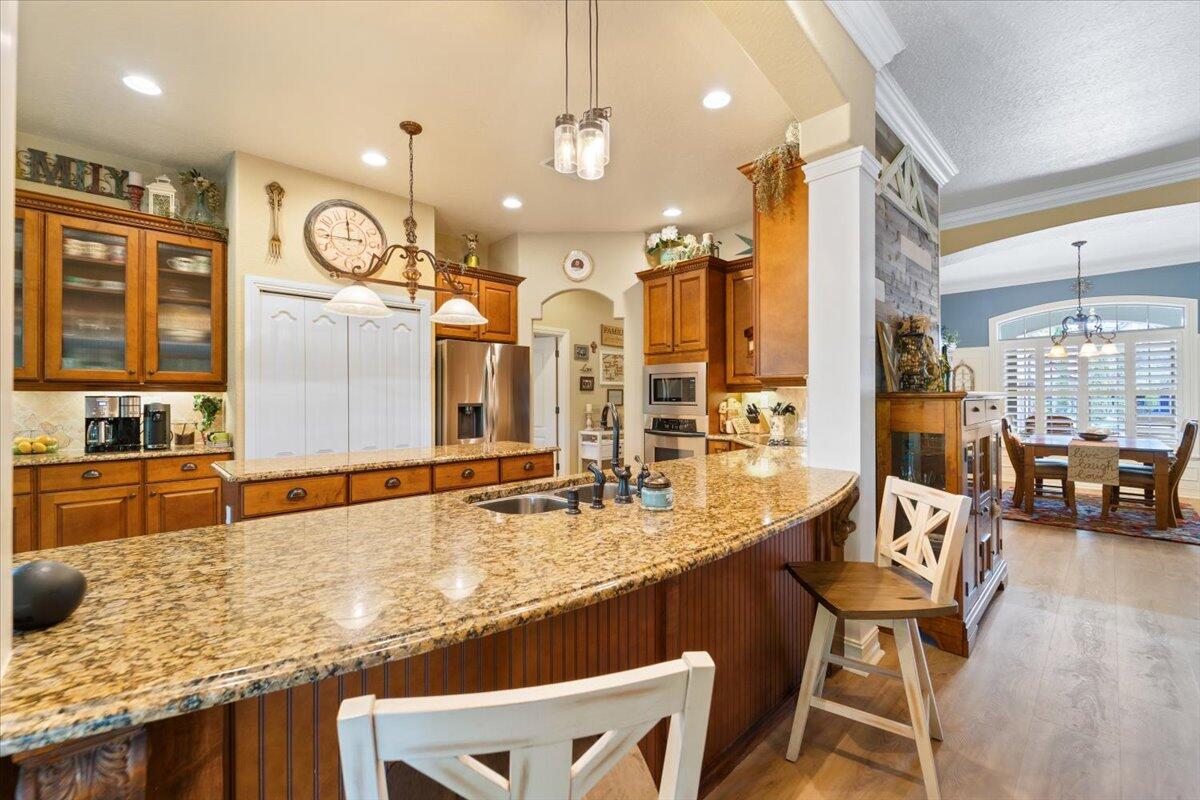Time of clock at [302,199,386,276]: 11:44
